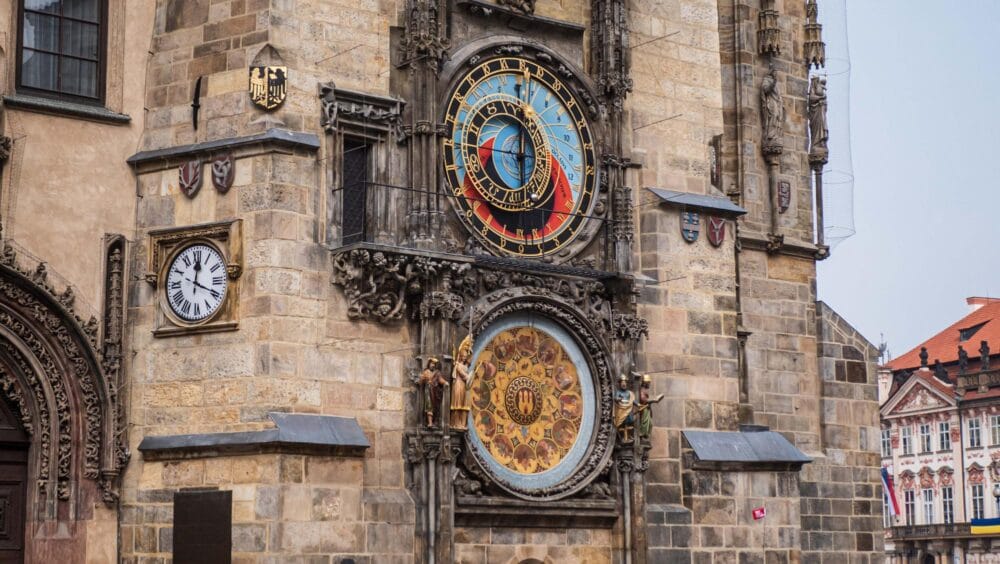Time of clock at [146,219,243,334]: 12:19
